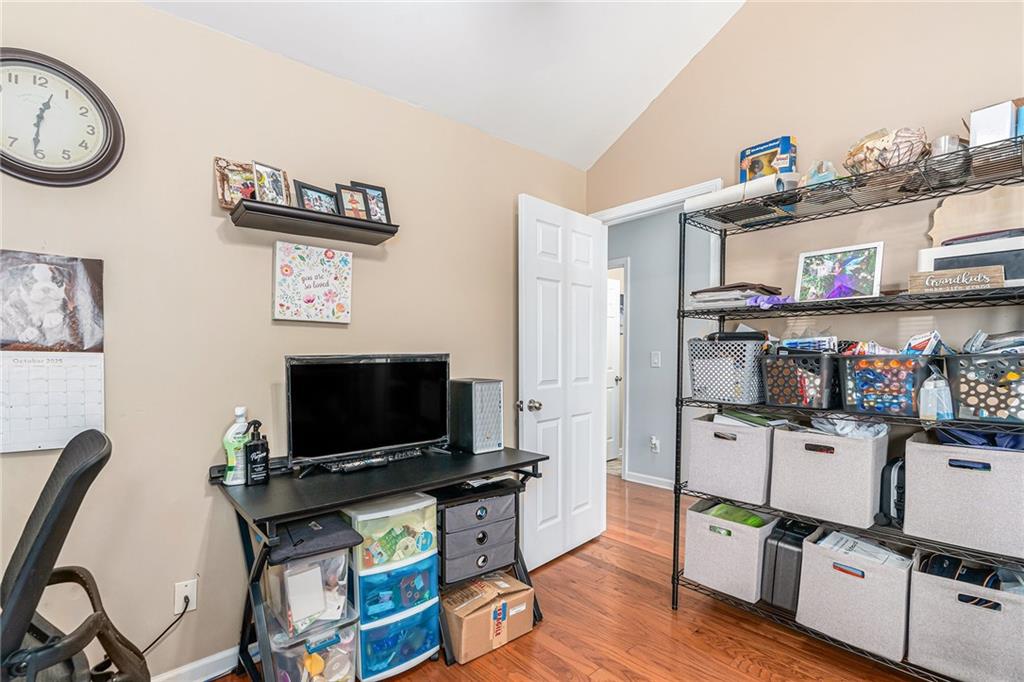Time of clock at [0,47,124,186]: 12:30
